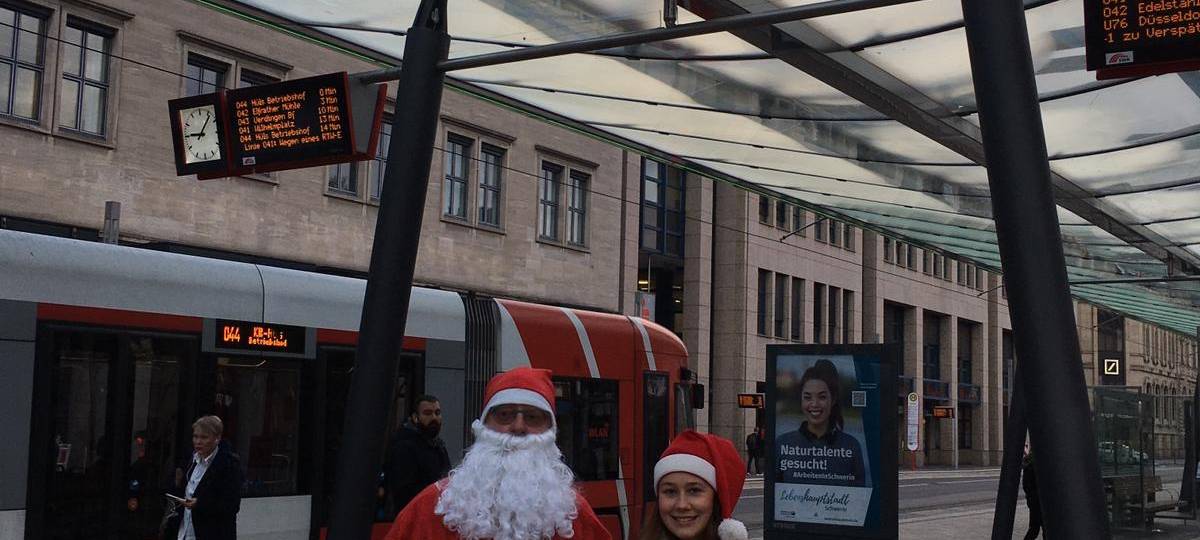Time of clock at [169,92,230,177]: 9:07
